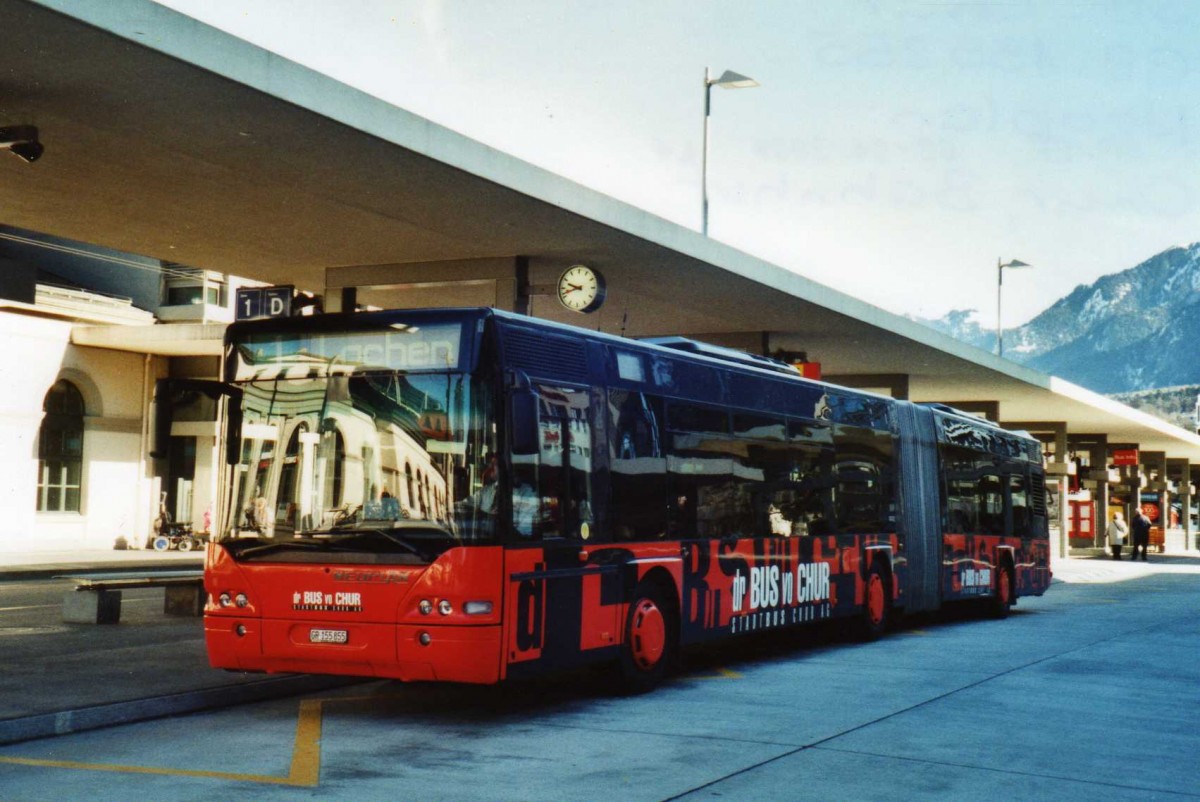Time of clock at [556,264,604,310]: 9:42
